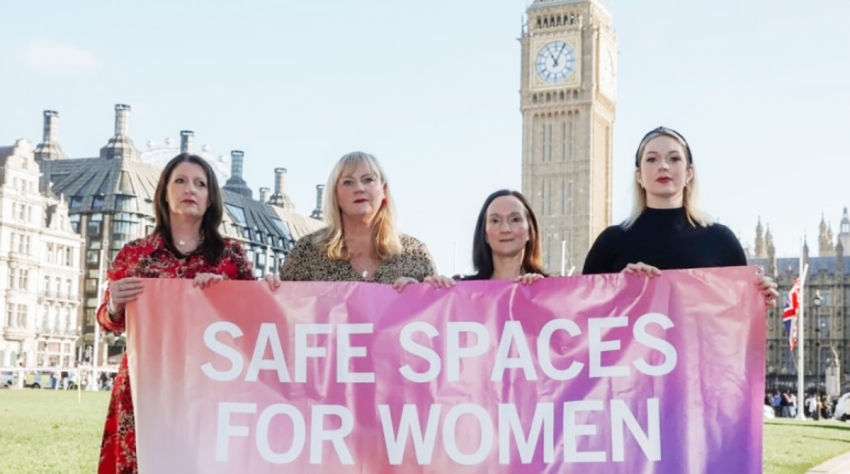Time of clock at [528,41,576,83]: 11:04
